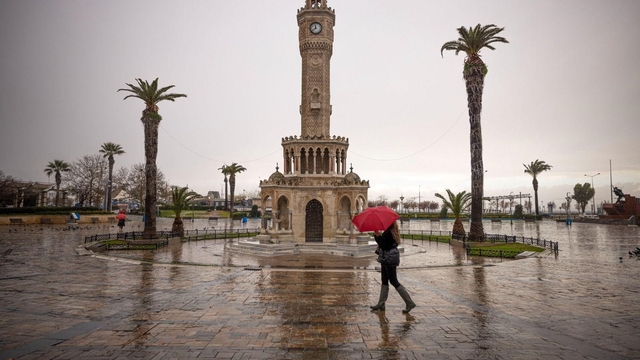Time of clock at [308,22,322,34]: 11:38
